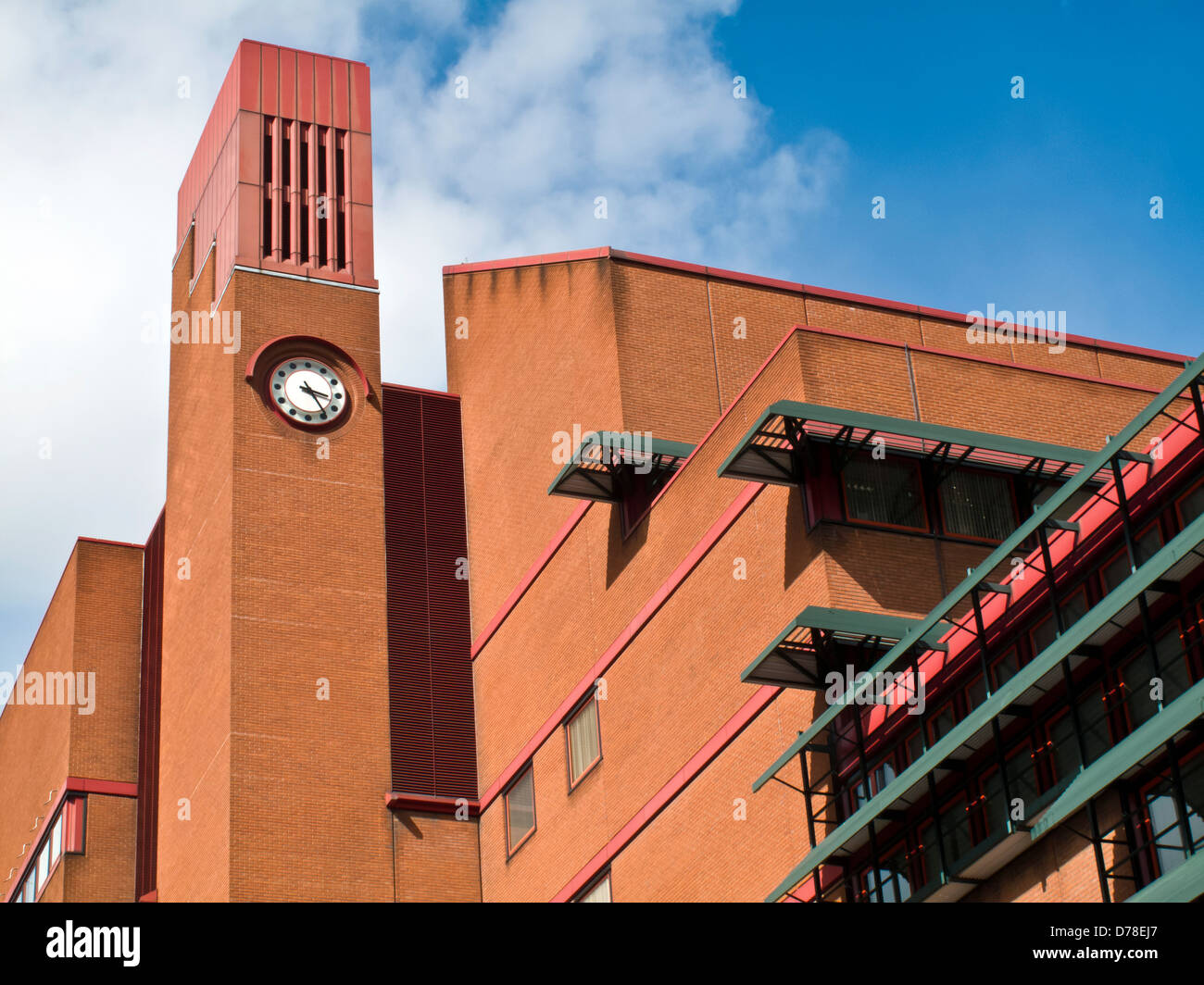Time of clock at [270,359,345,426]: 3:24
